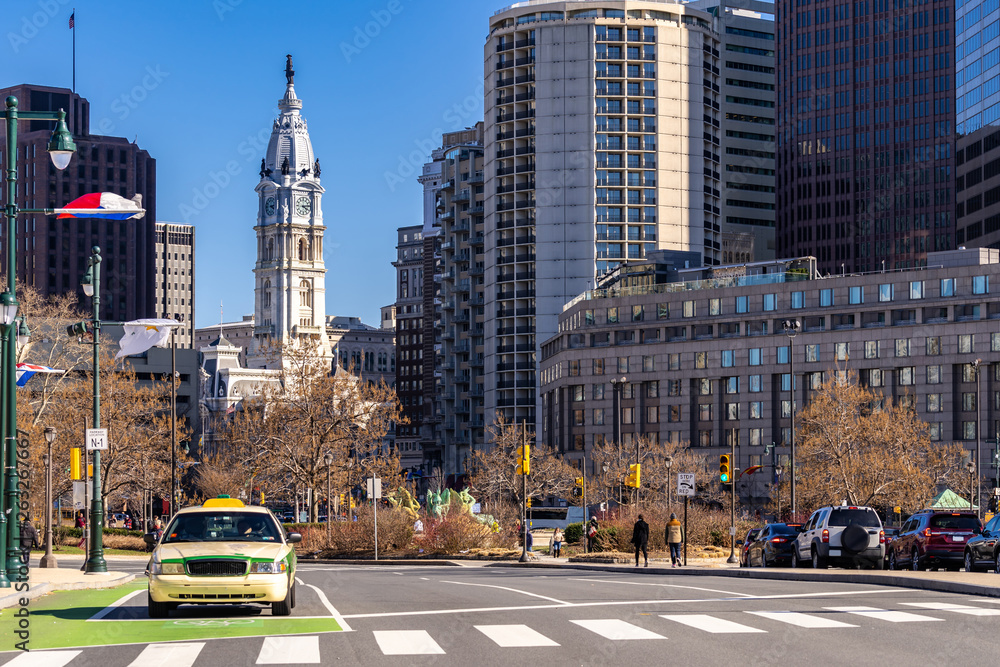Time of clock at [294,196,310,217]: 4:13
